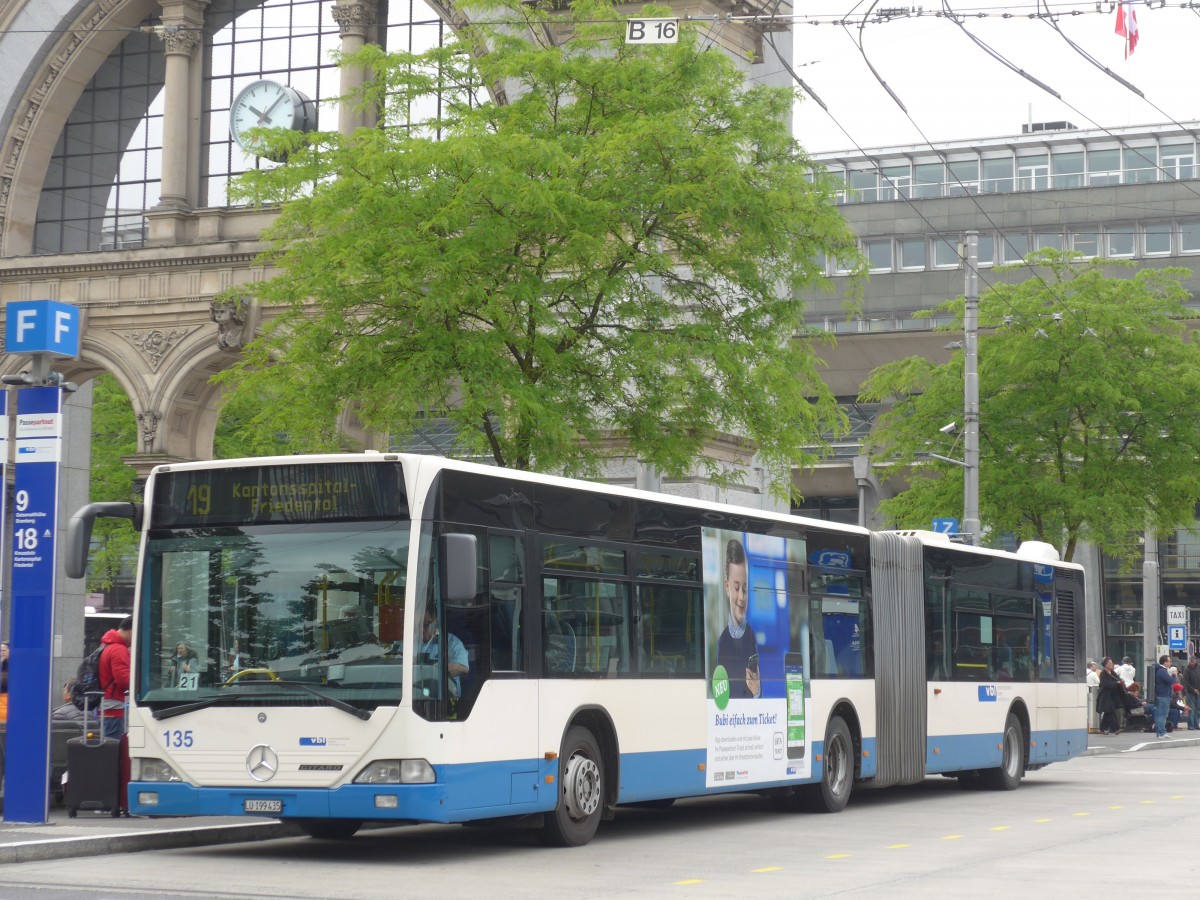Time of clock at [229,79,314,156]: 10:07
